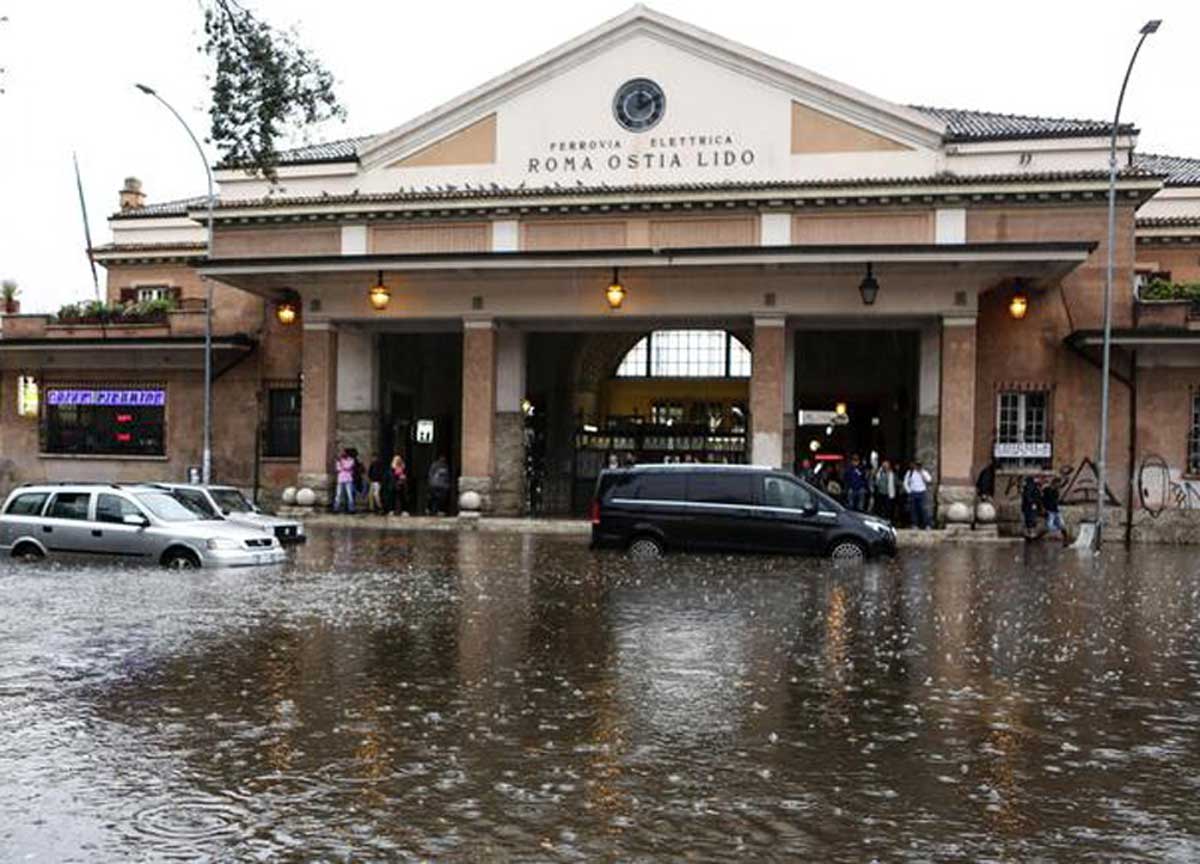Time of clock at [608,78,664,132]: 12:10
